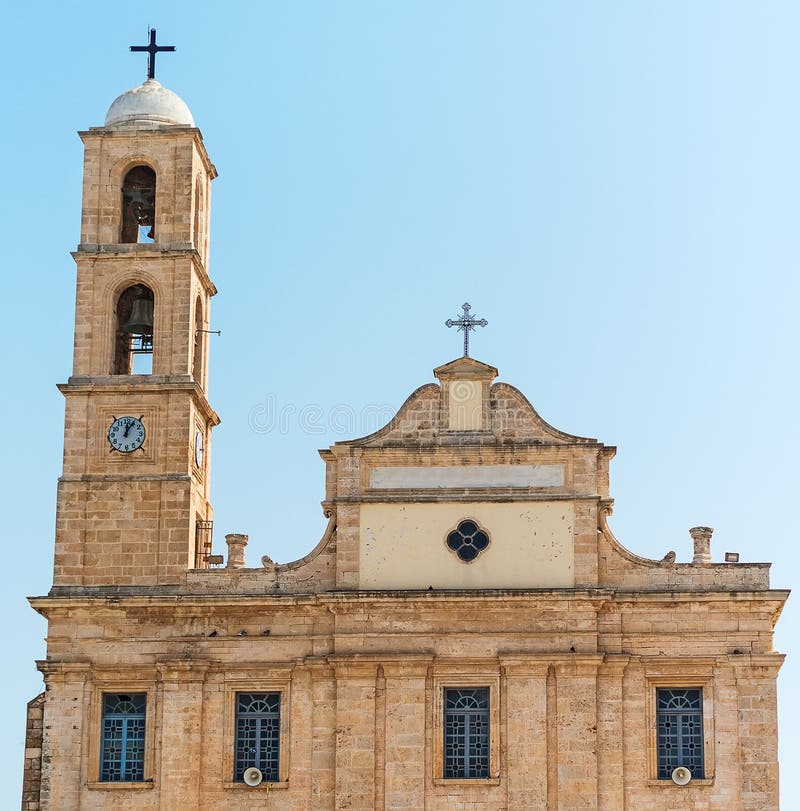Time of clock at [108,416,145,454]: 12:05
